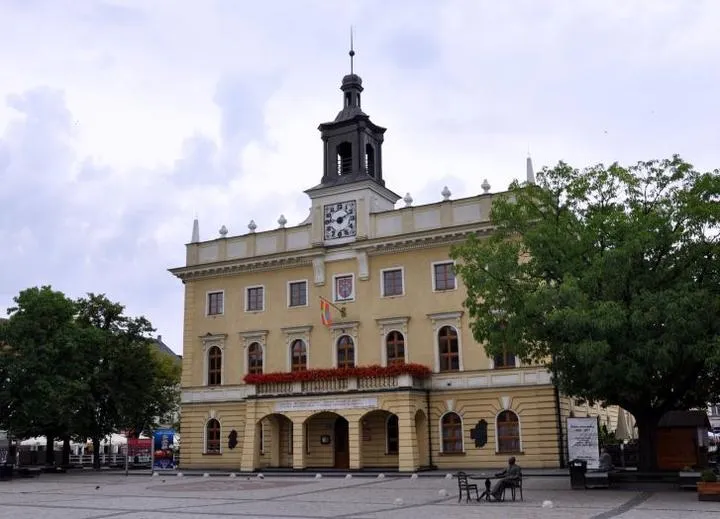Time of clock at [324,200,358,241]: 9:10
